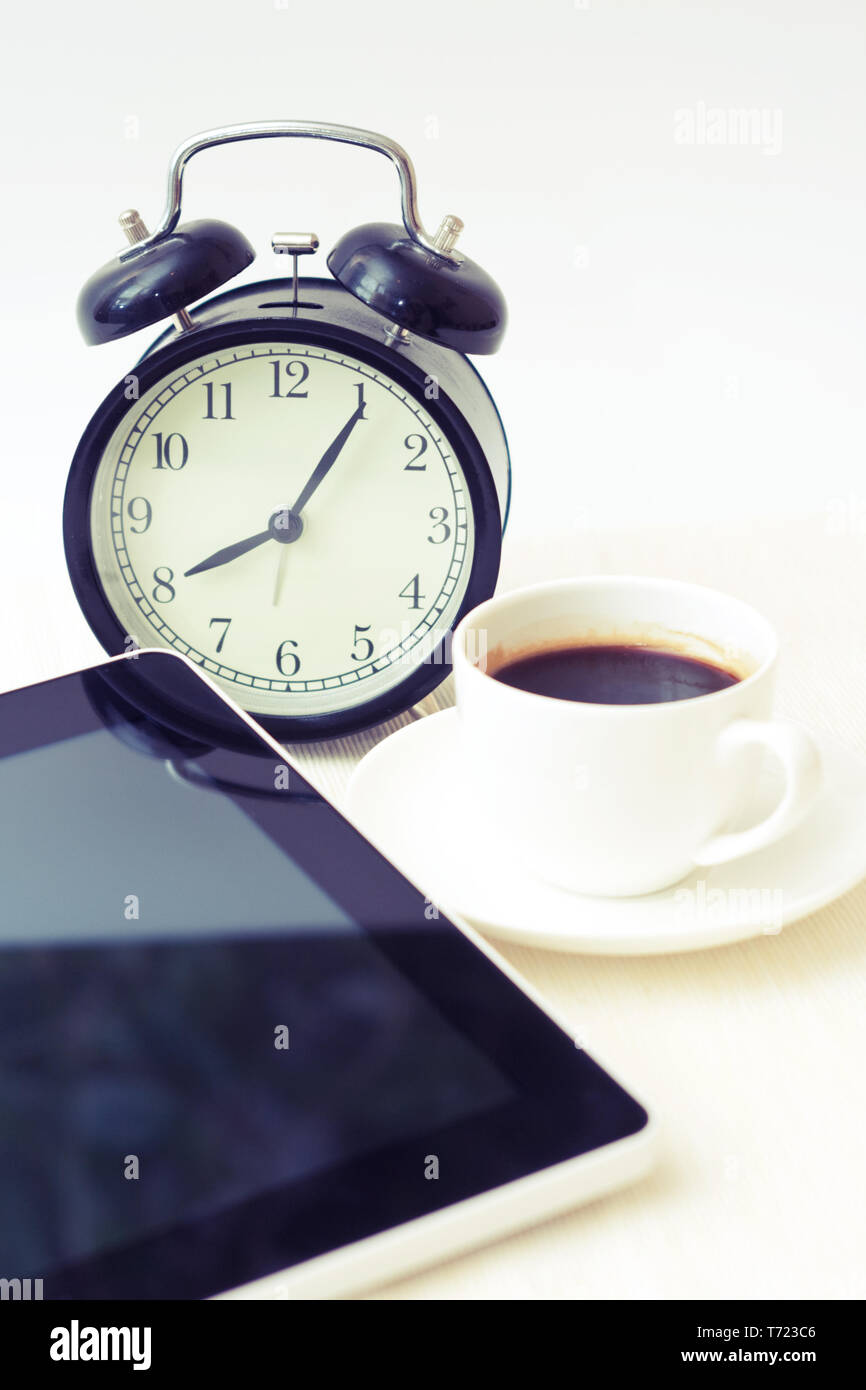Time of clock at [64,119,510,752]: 8:05
